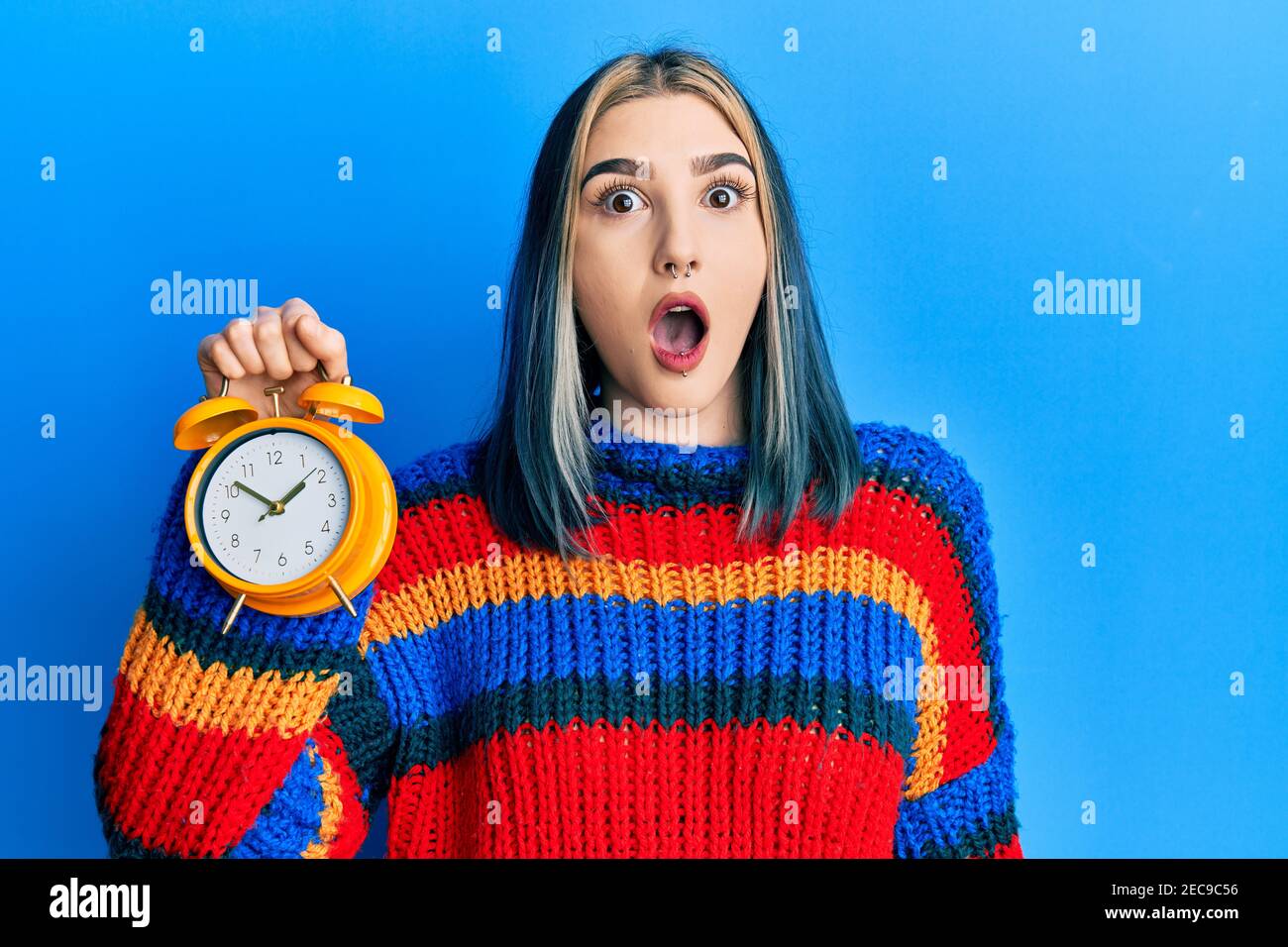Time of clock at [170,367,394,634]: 1:51
